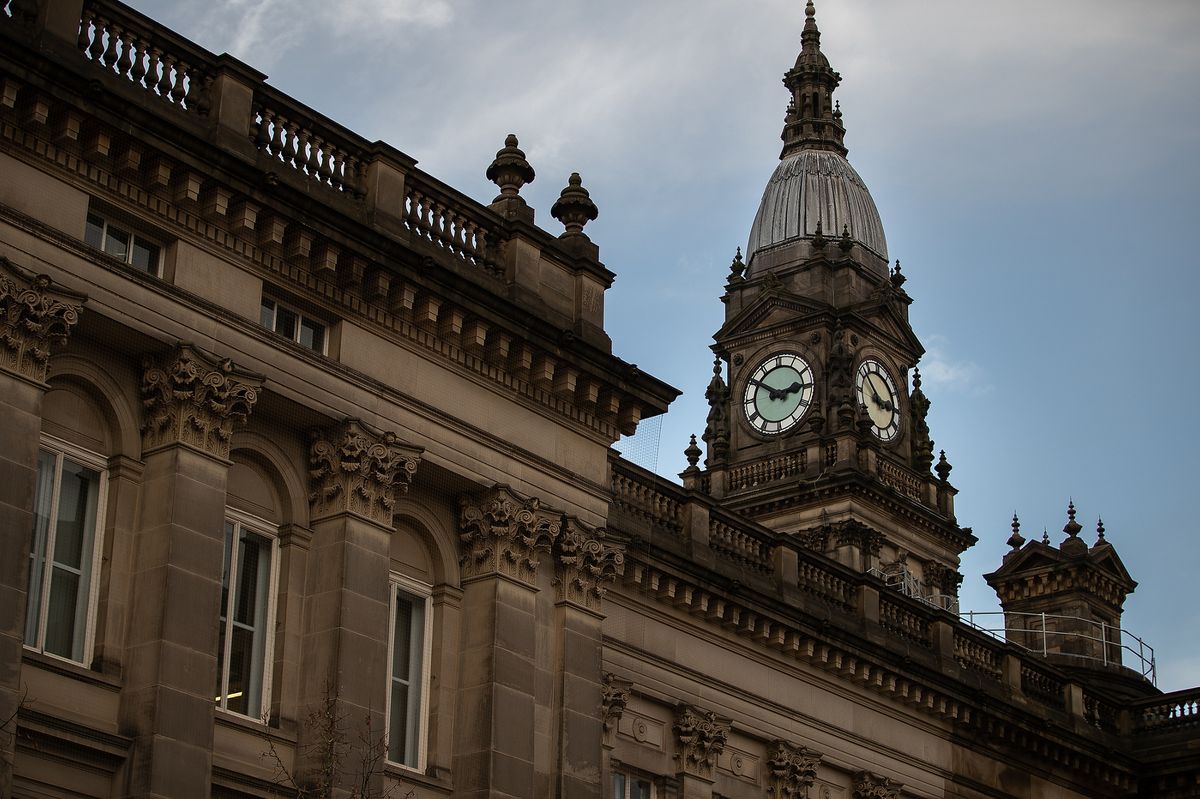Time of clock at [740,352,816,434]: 2:50
